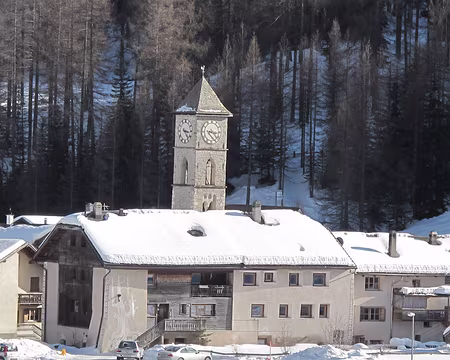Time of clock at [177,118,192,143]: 3:23
